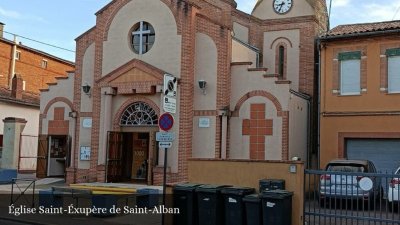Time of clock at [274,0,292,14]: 8:34
